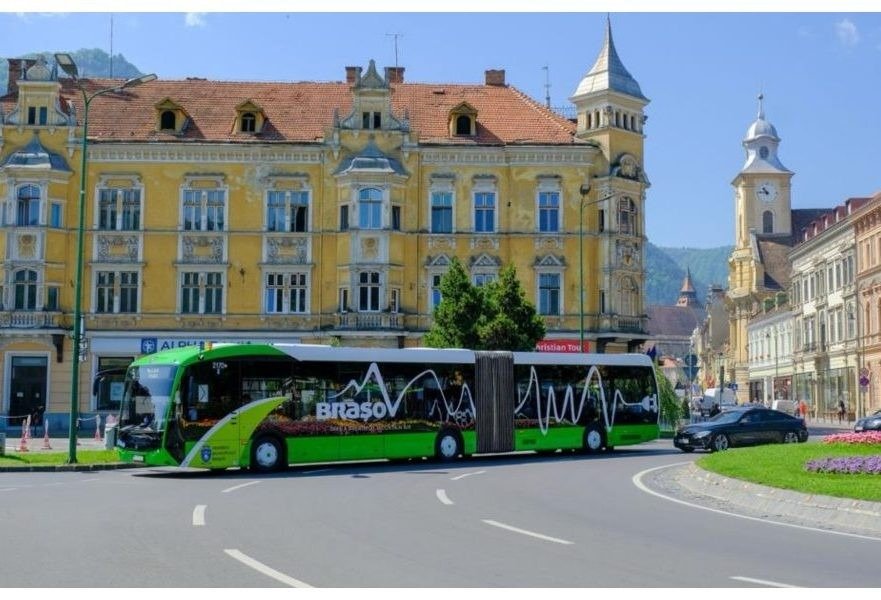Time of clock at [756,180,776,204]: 10:45
